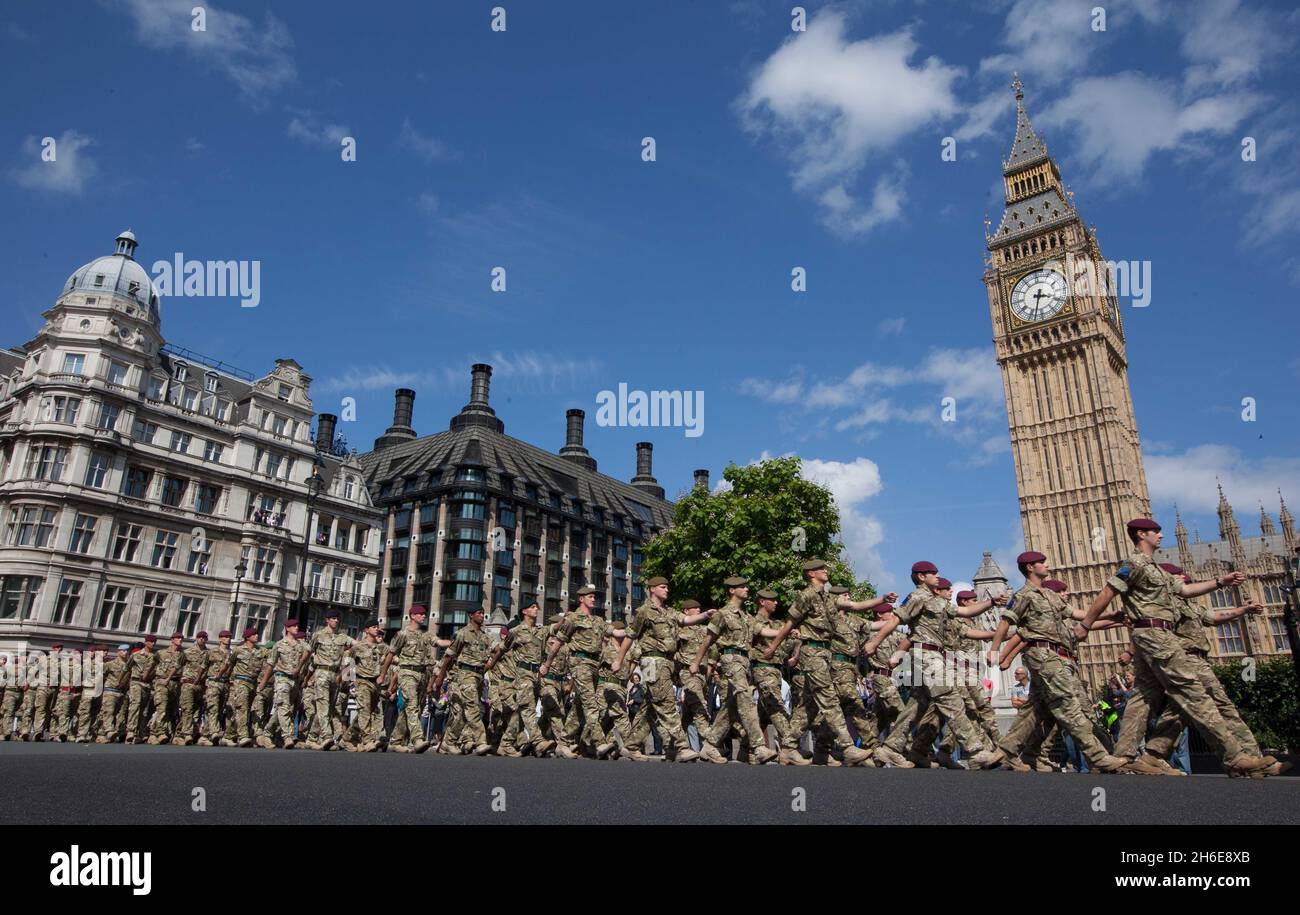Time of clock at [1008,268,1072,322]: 3:32
